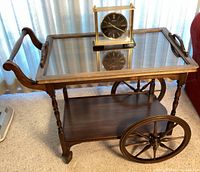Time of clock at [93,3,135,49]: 10:19
